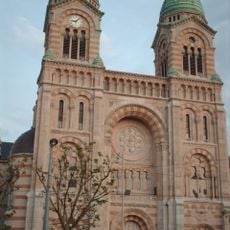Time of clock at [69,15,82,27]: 9:07
